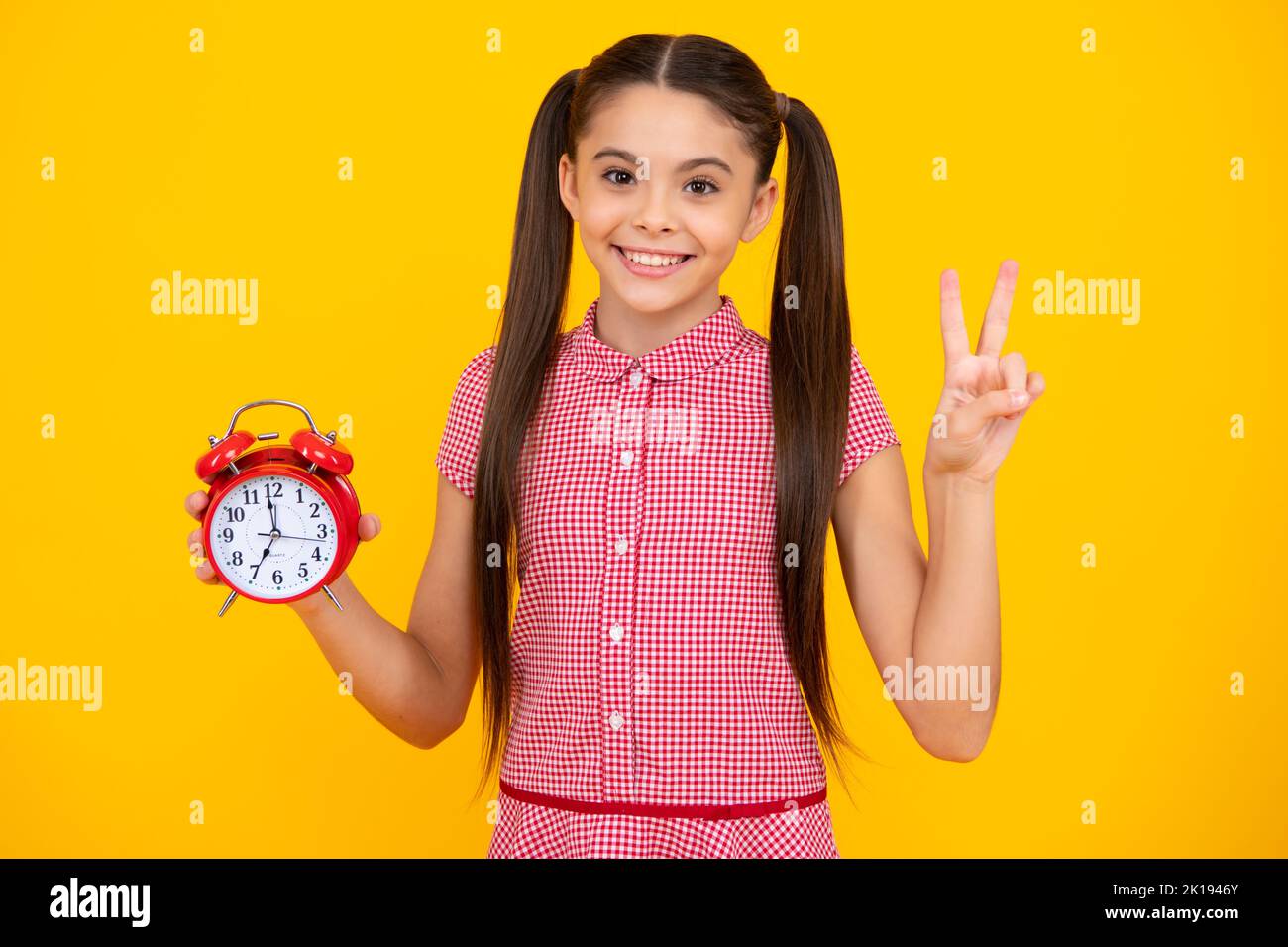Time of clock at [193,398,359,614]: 6:58
